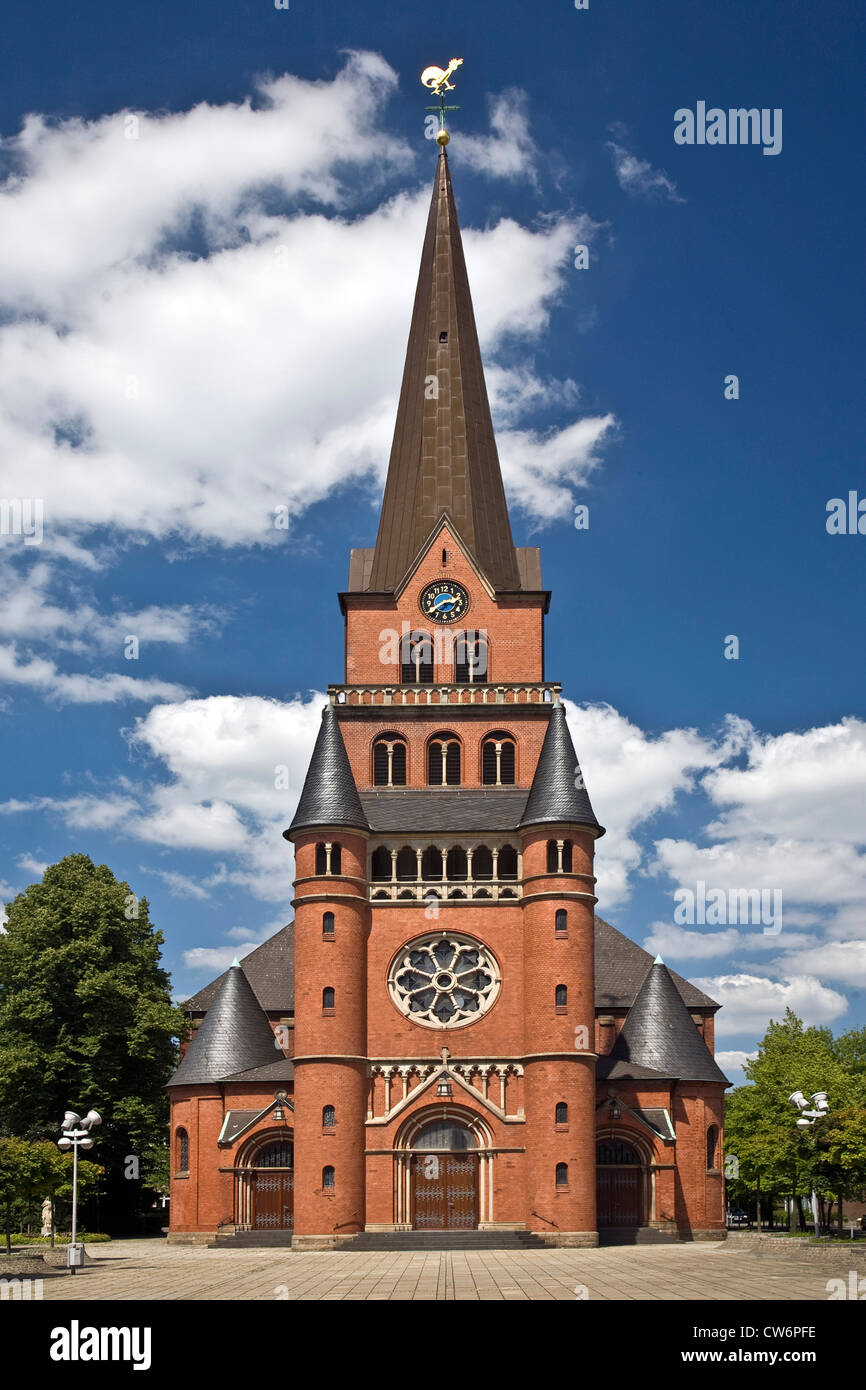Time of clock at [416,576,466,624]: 2:38
